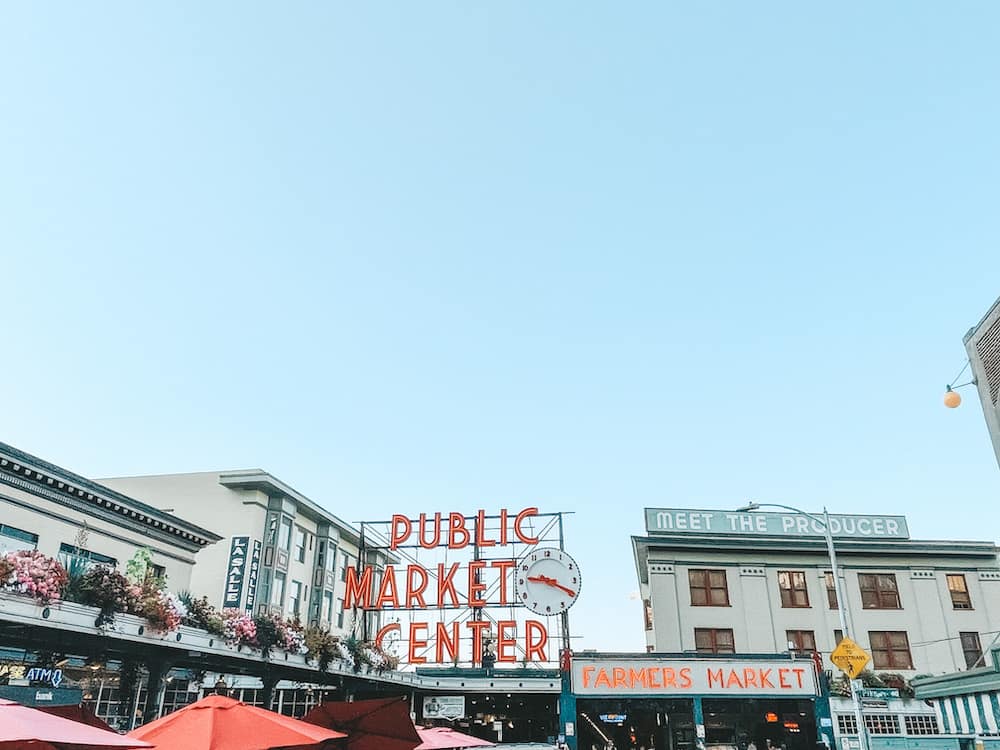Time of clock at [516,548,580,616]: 9:19
